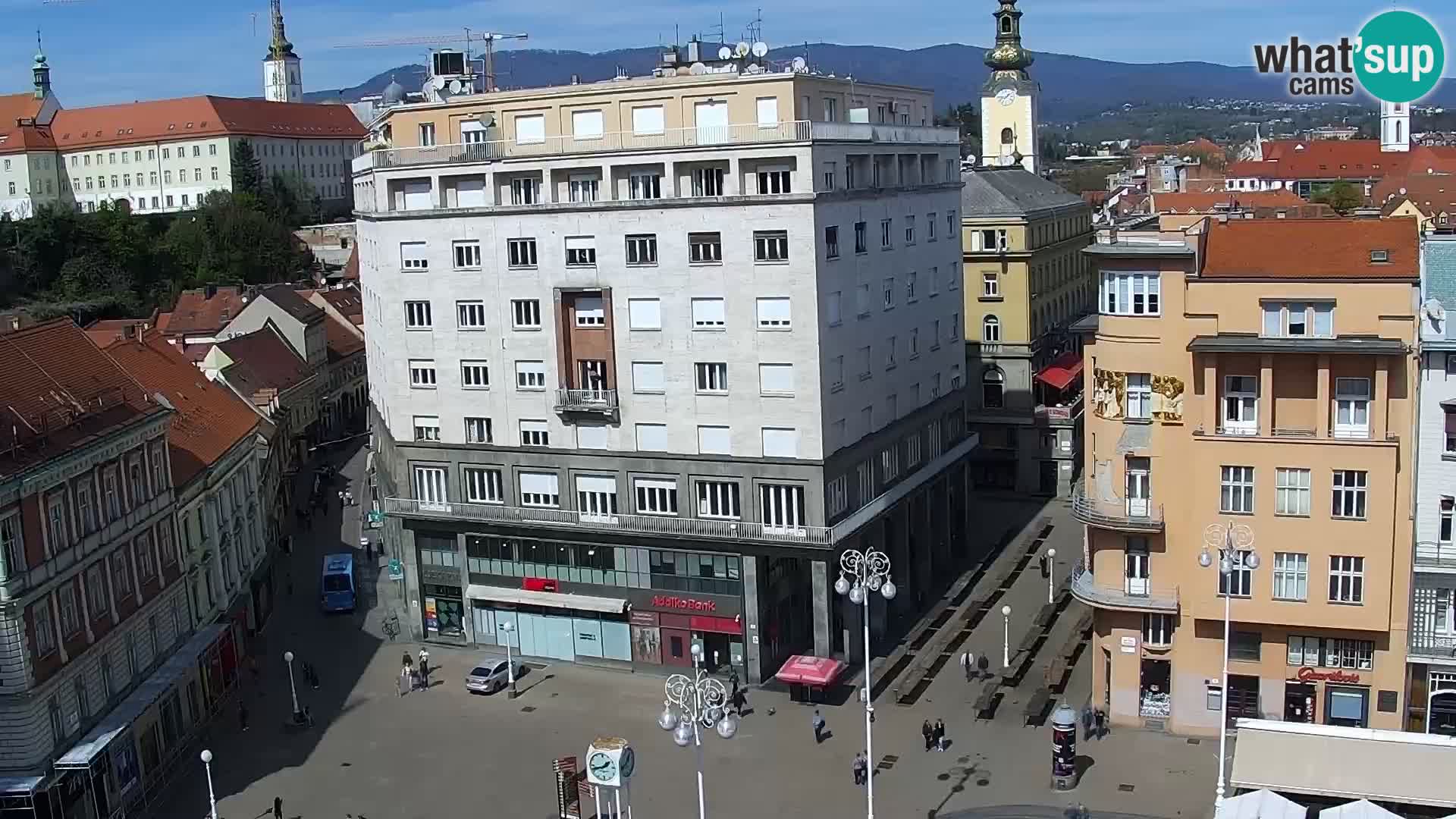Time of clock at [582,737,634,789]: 1:42
